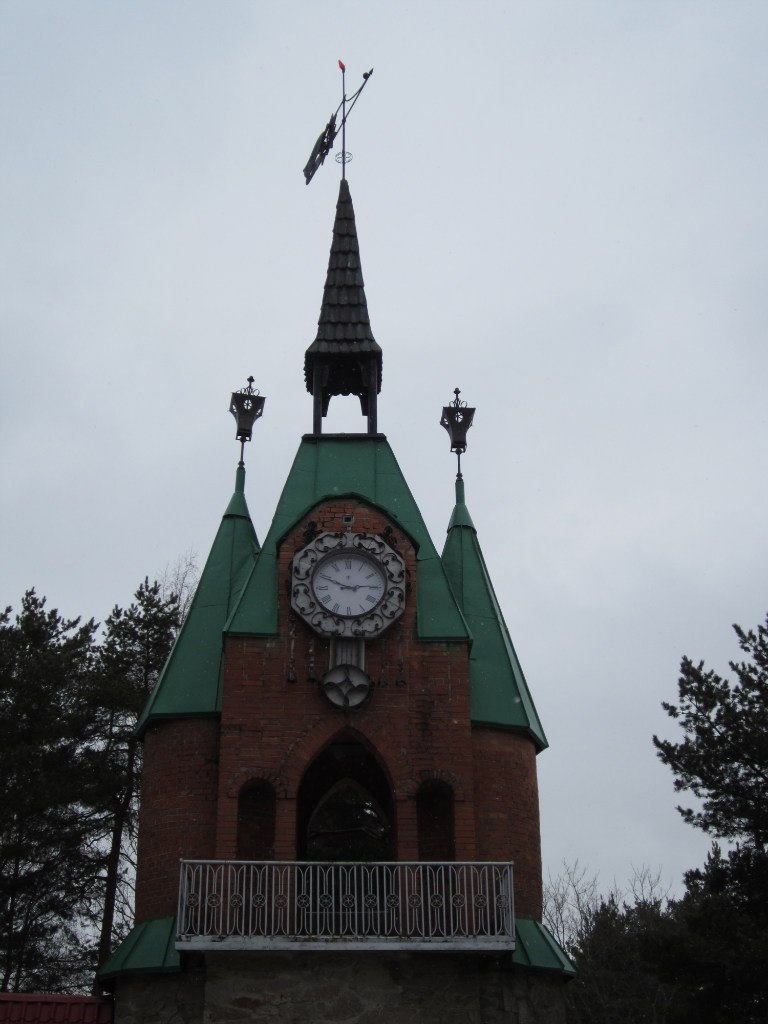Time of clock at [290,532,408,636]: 2:49
